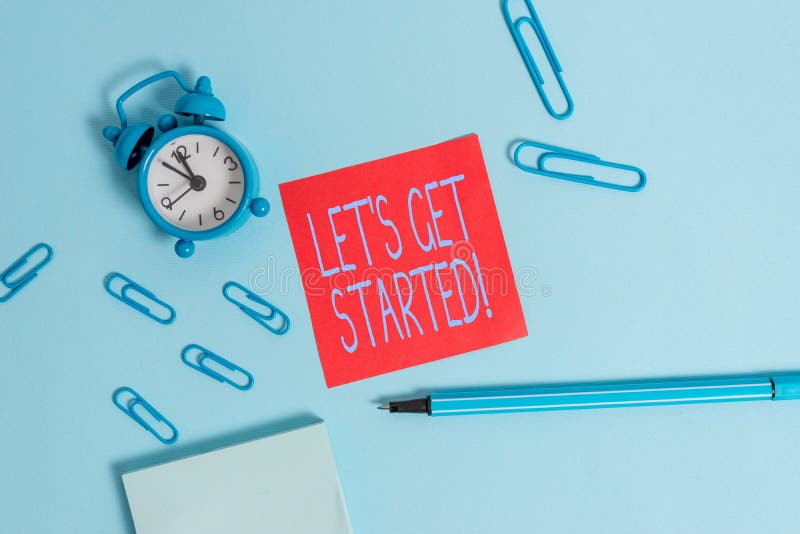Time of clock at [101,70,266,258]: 10:50
